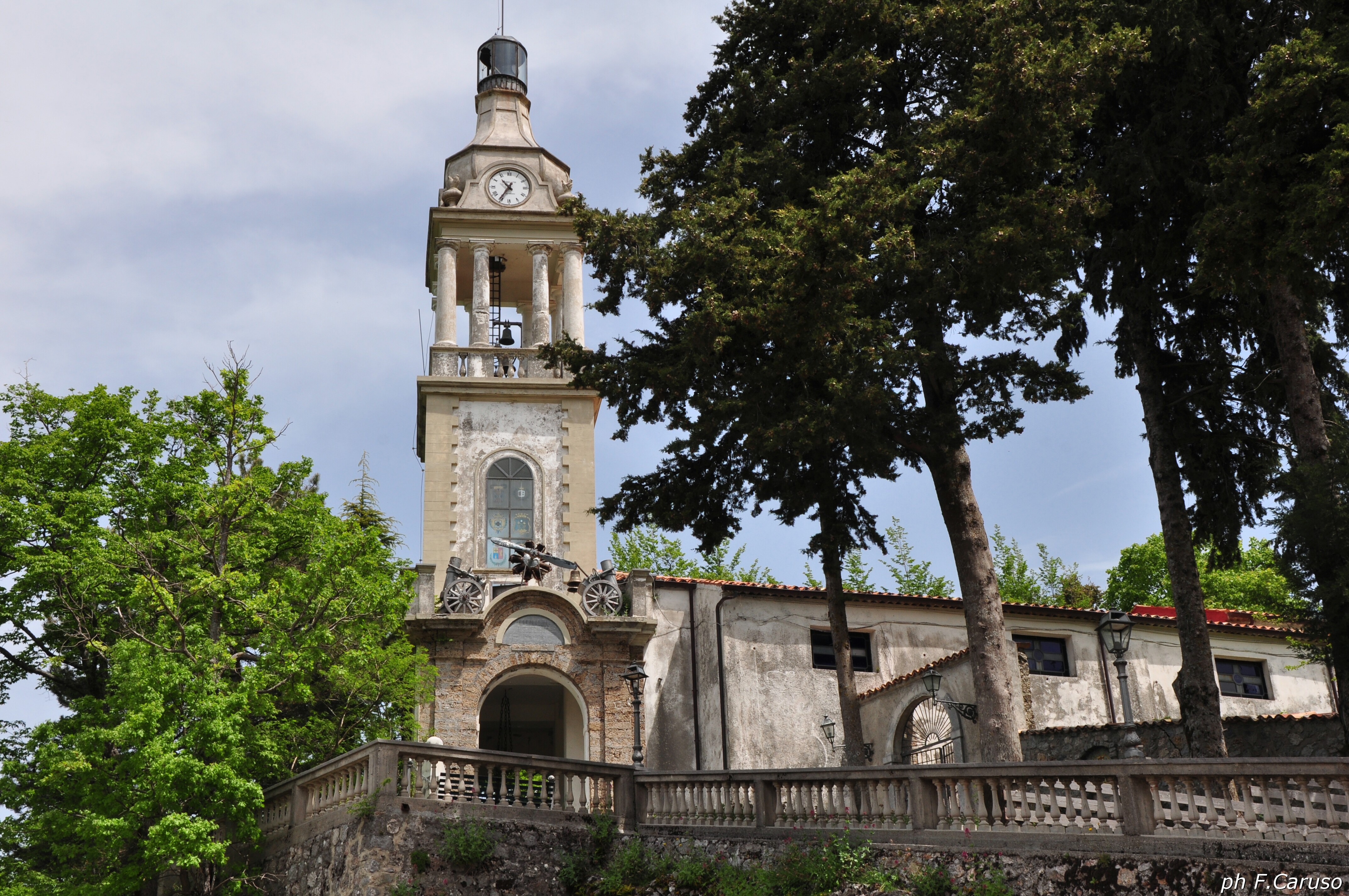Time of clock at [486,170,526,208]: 10:35
